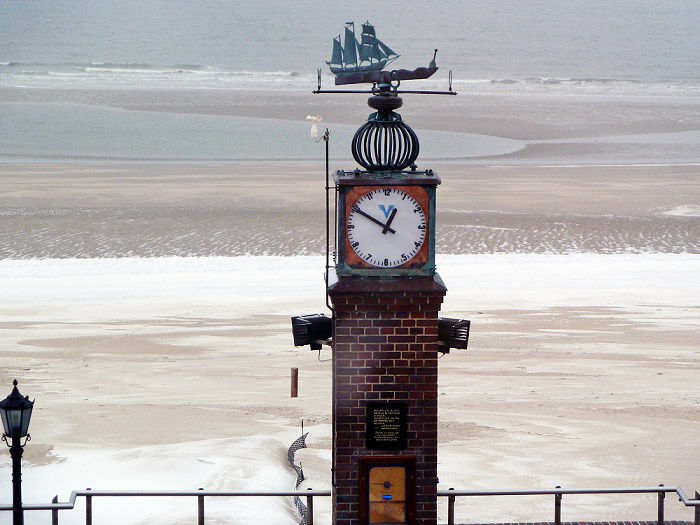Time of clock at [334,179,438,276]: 12:49
